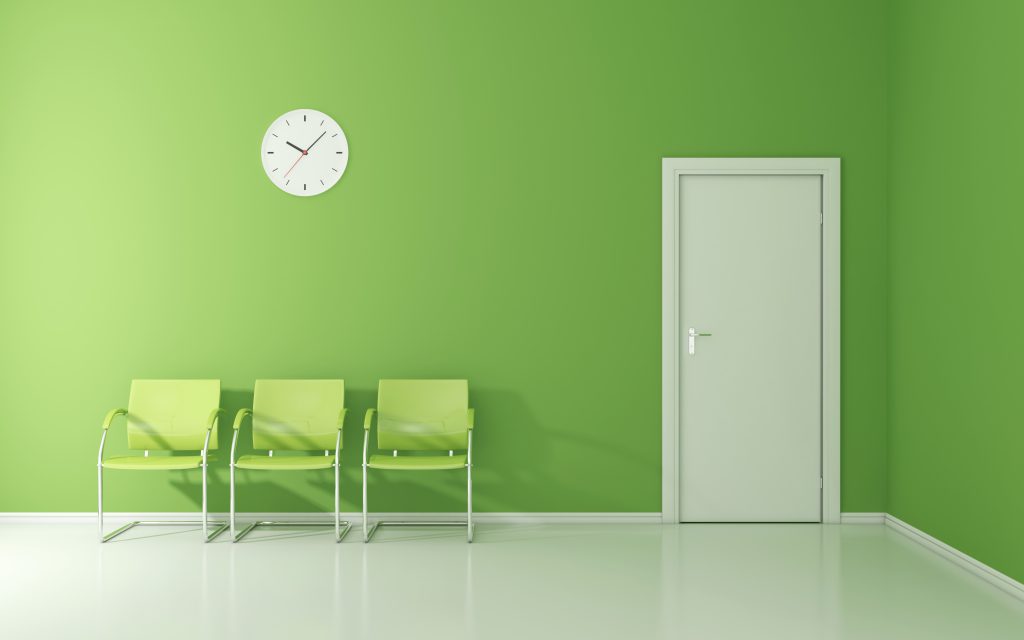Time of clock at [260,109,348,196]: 10:07
